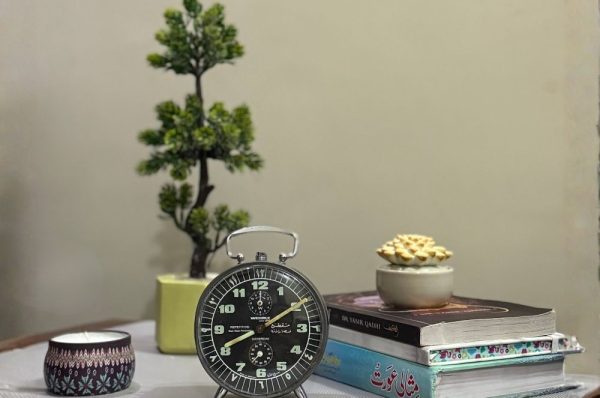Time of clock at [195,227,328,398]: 8:09
